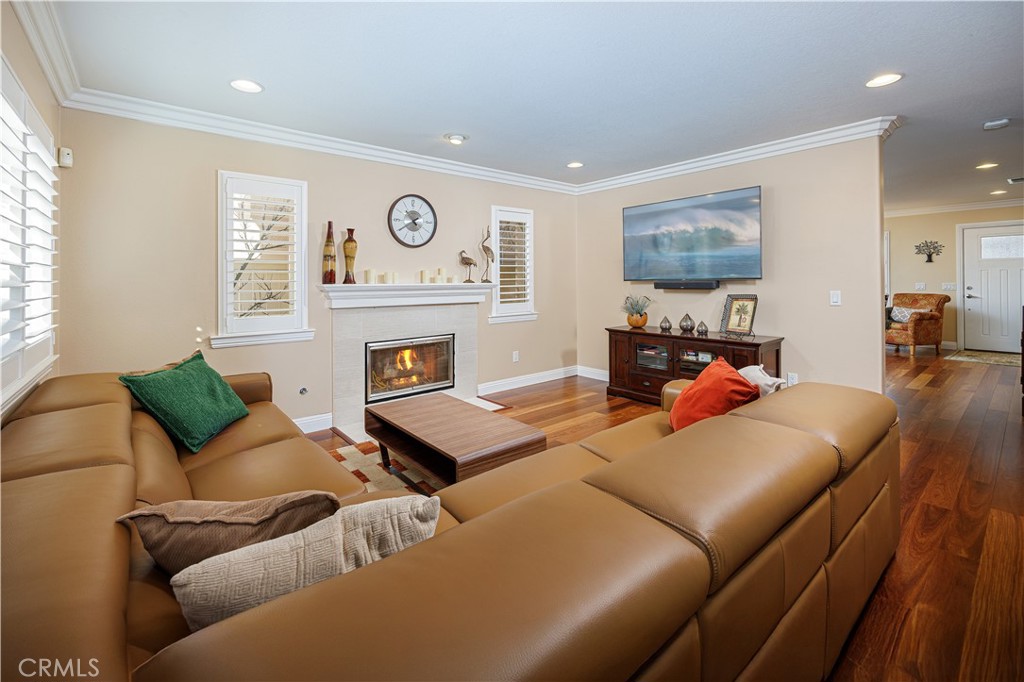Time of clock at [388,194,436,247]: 10:40
